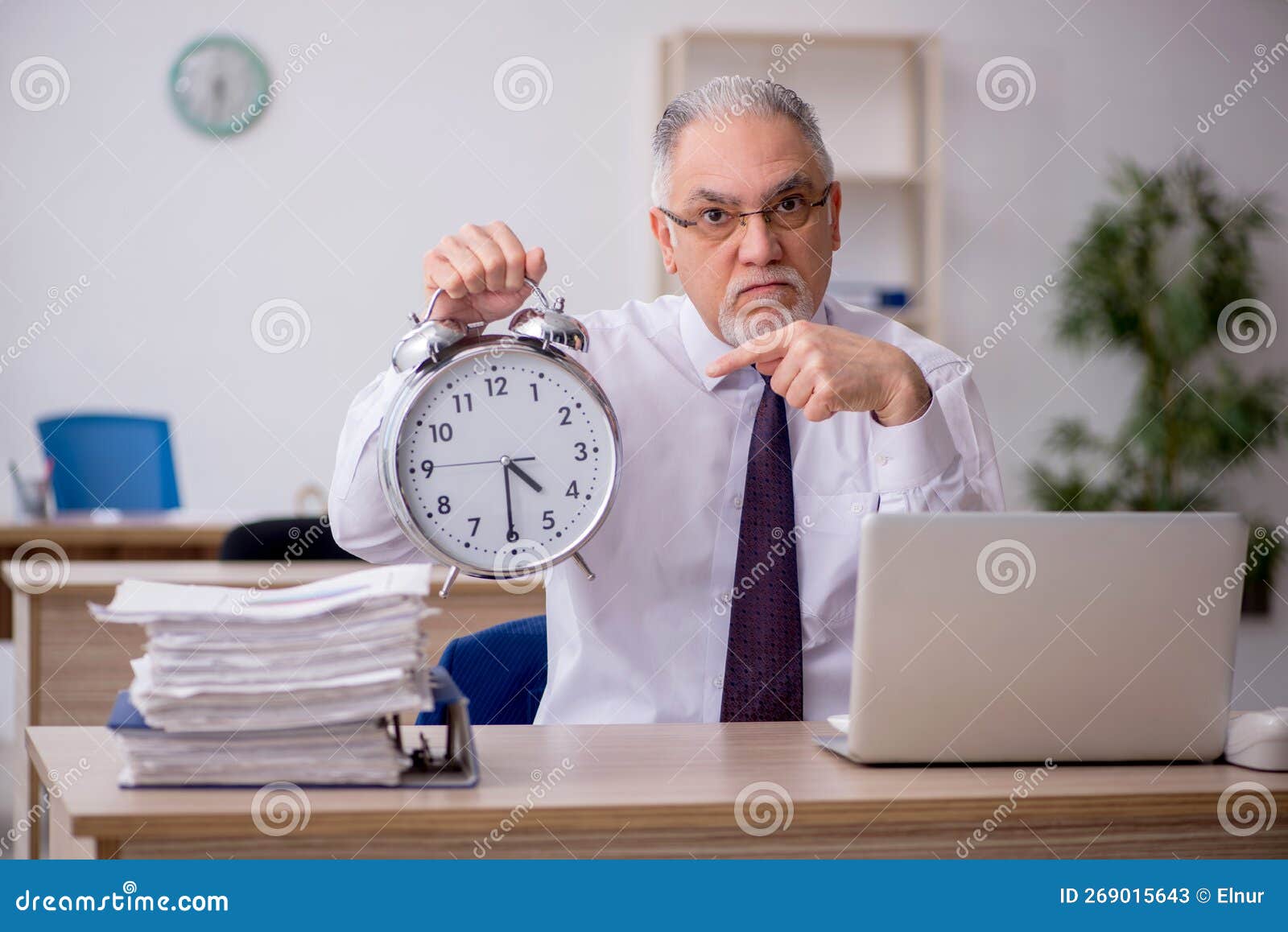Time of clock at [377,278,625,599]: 4:30
